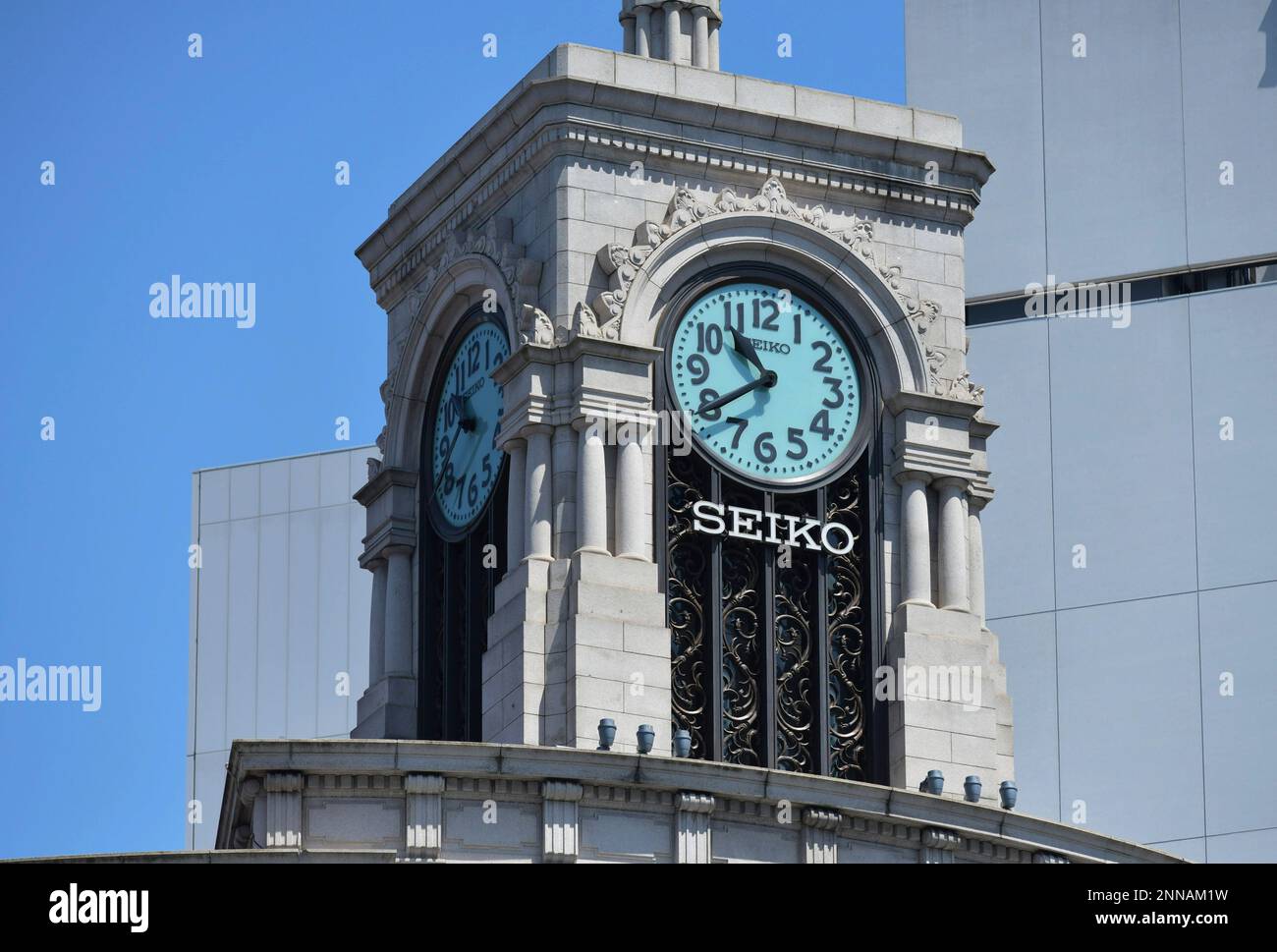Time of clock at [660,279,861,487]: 10:39
